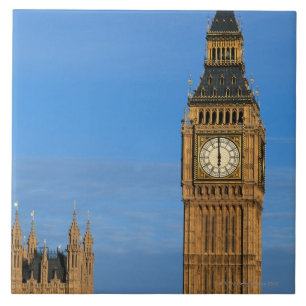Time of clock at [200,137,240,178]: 5:59
